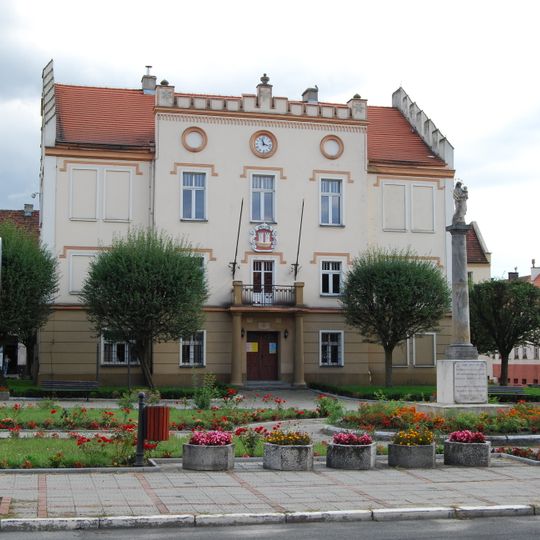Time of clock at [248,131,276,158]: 11:17
